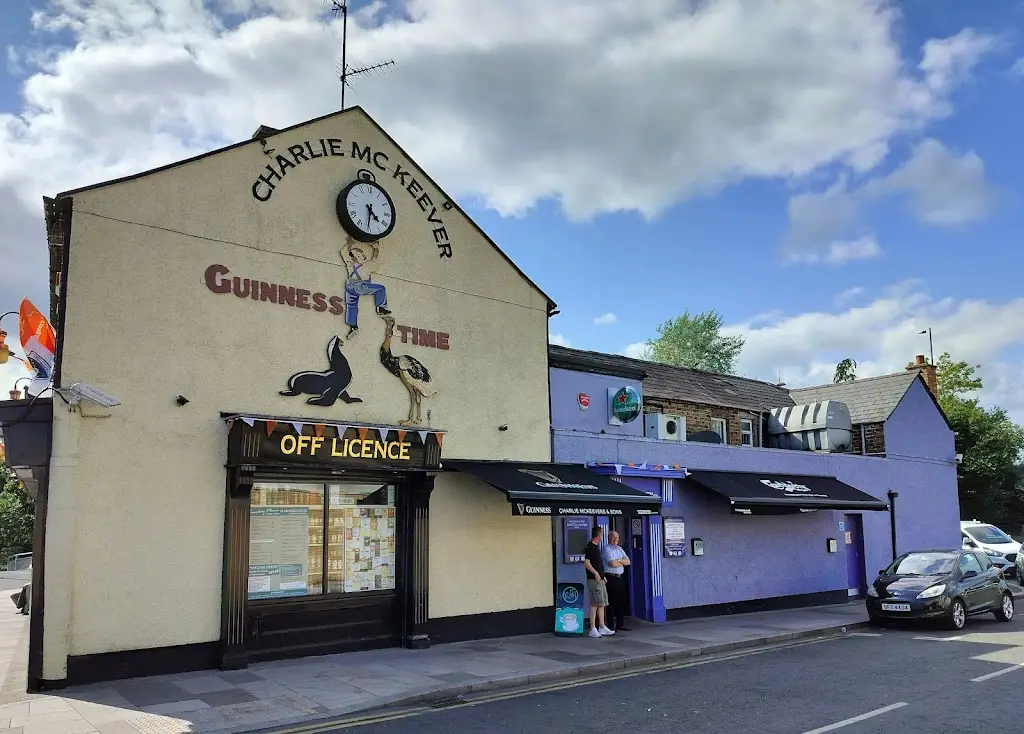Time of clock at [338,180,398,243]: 4:30
